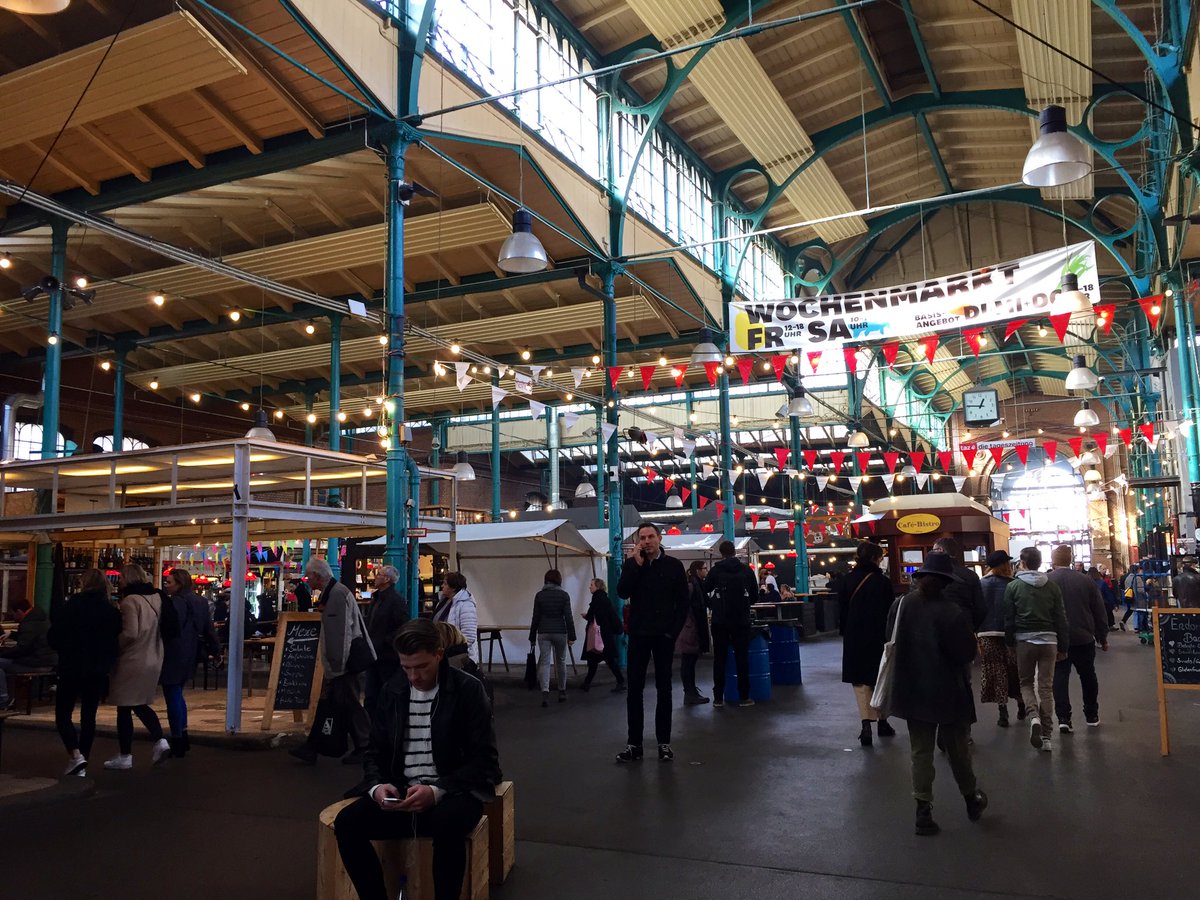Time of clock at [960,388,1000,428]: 12:46
